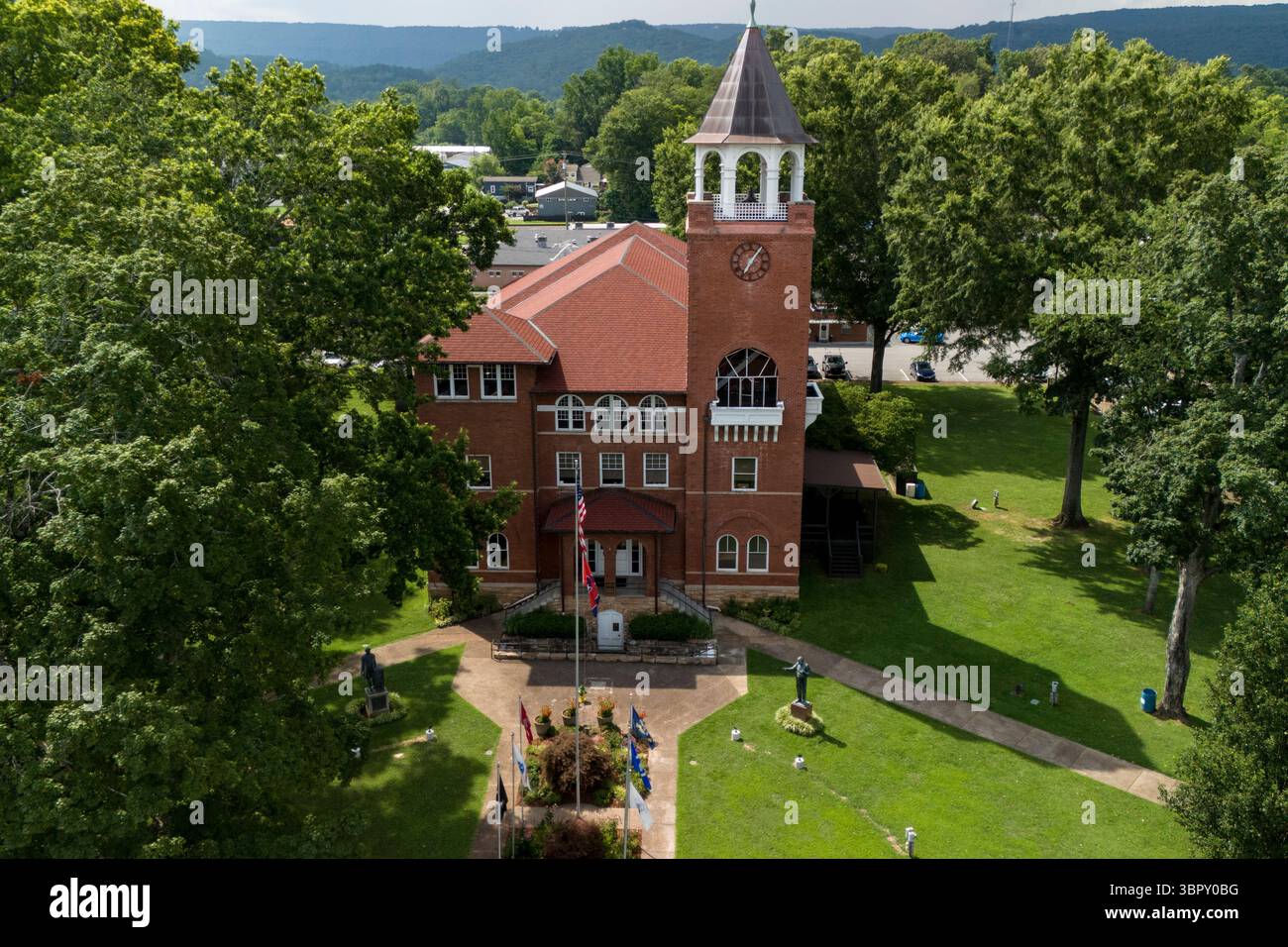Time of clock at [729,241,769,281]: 7:06
